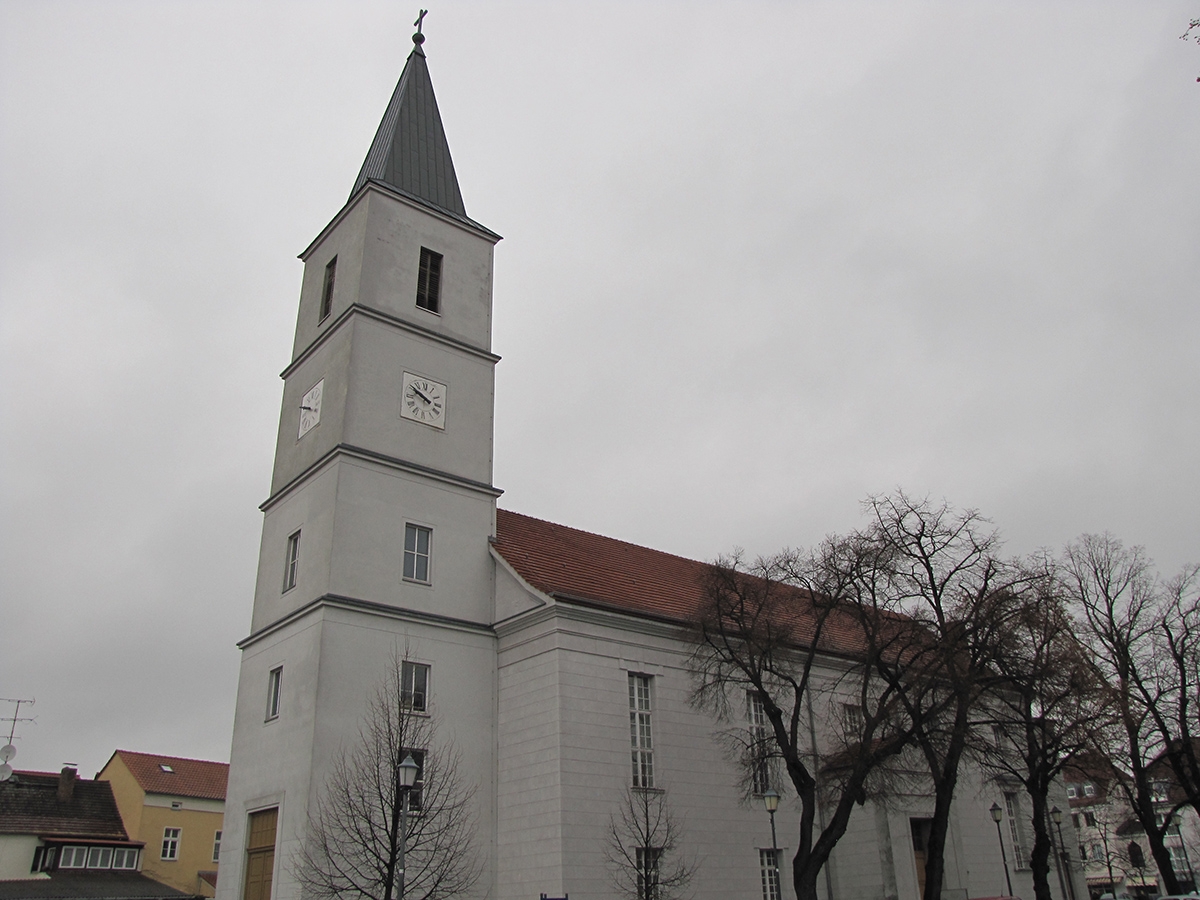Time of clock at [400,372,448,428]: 9:50
